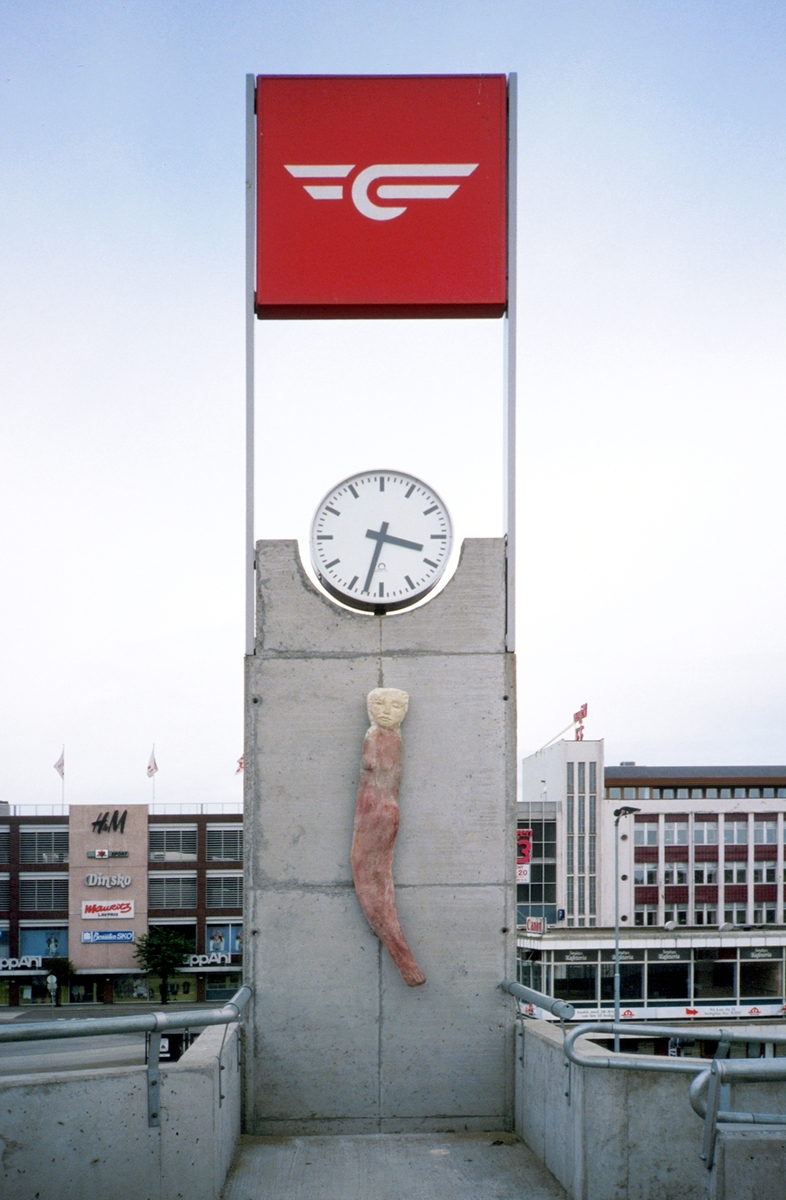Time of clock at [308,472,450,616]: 3:32
